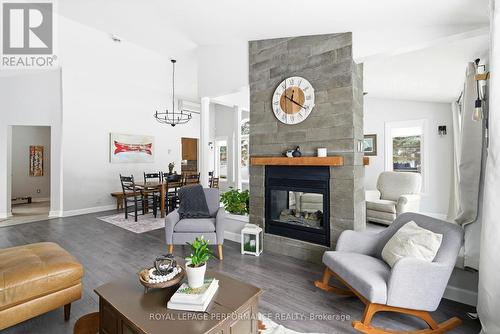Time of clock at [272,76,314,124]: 12:20
